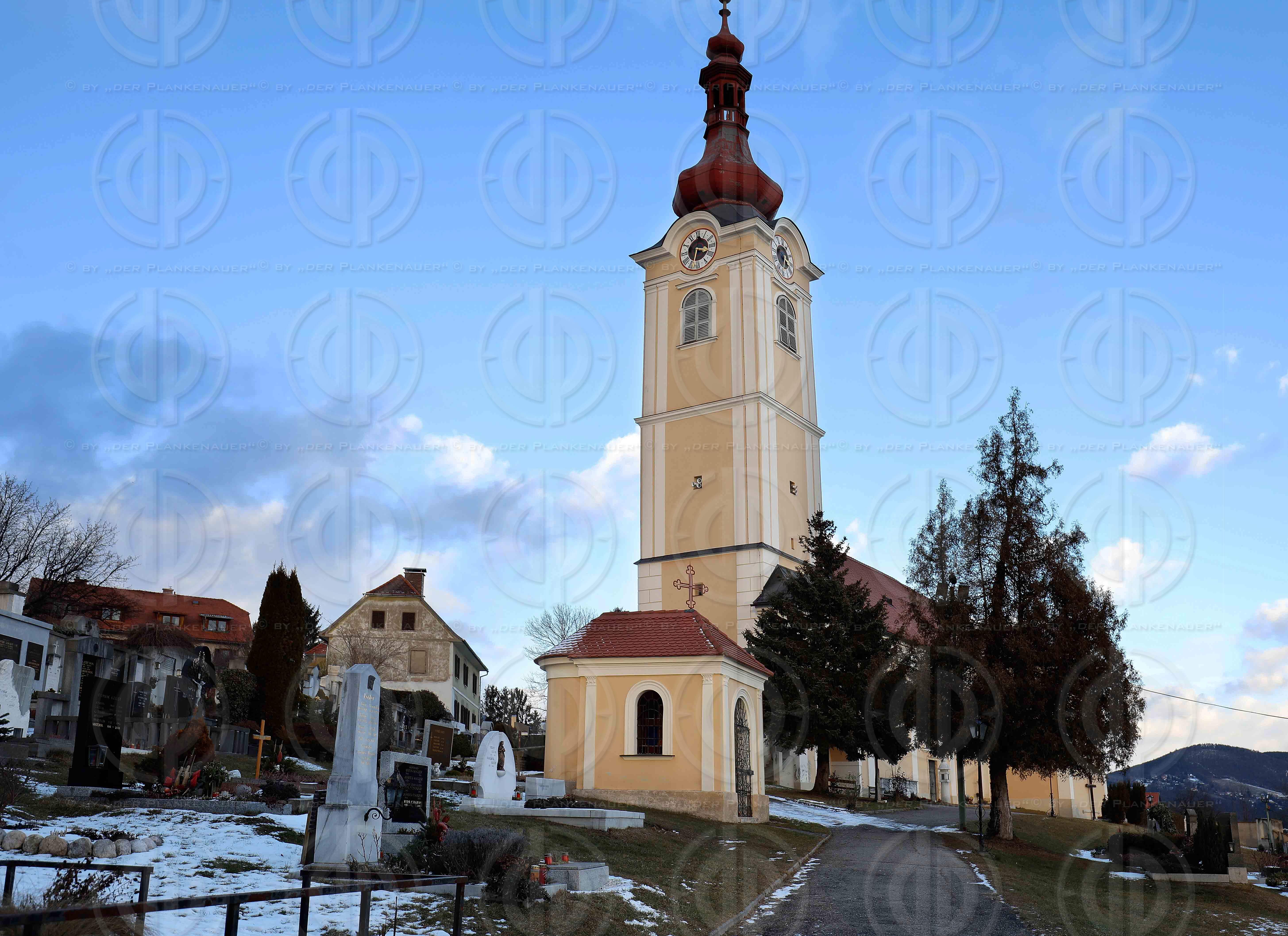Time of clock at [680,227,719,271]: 3:32
